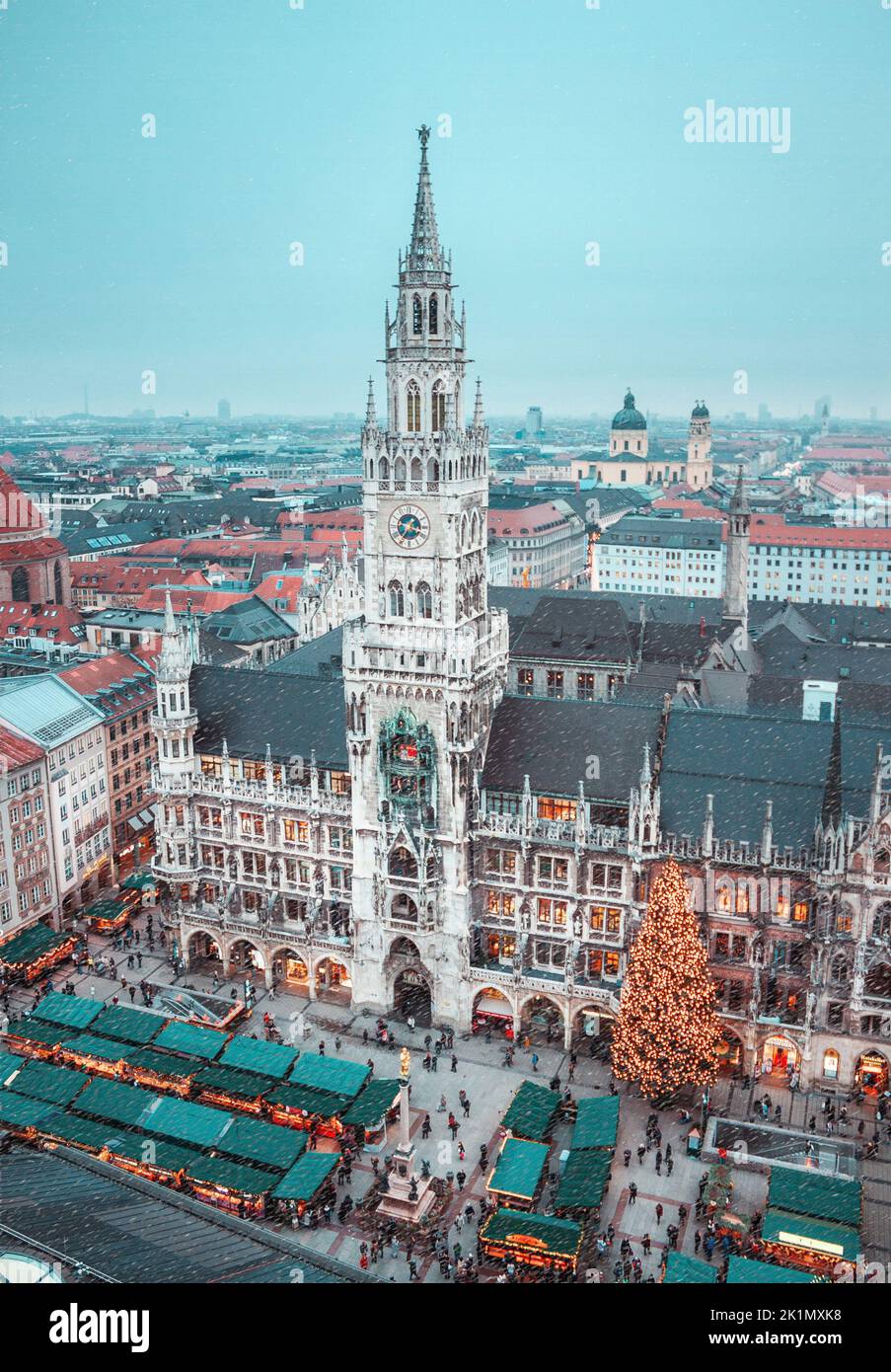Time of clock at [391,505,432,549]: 1:35
